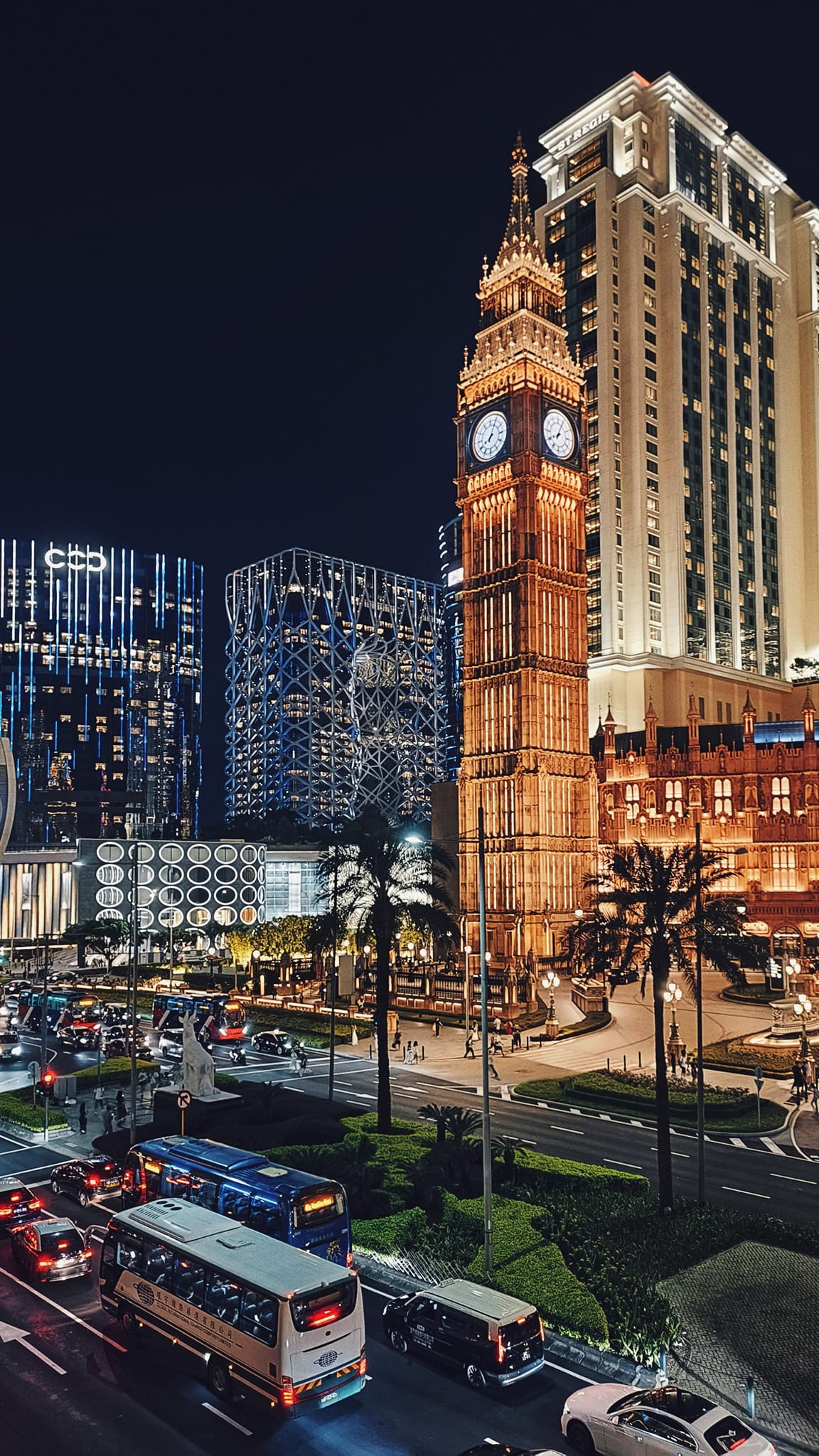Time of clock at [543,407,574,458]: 8:04
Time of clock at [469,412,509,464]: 8:04
